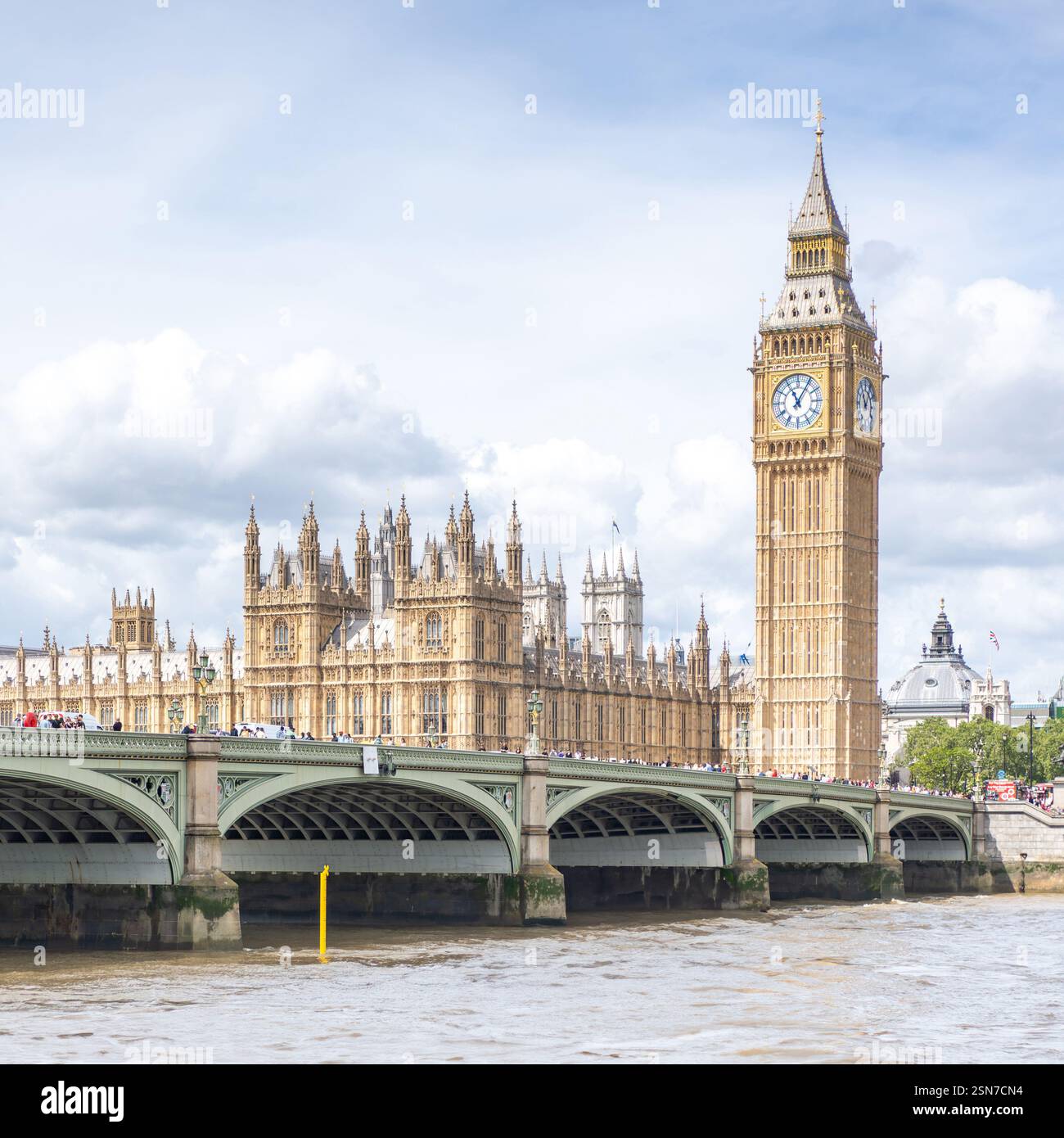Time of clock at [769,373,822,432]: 11:05
